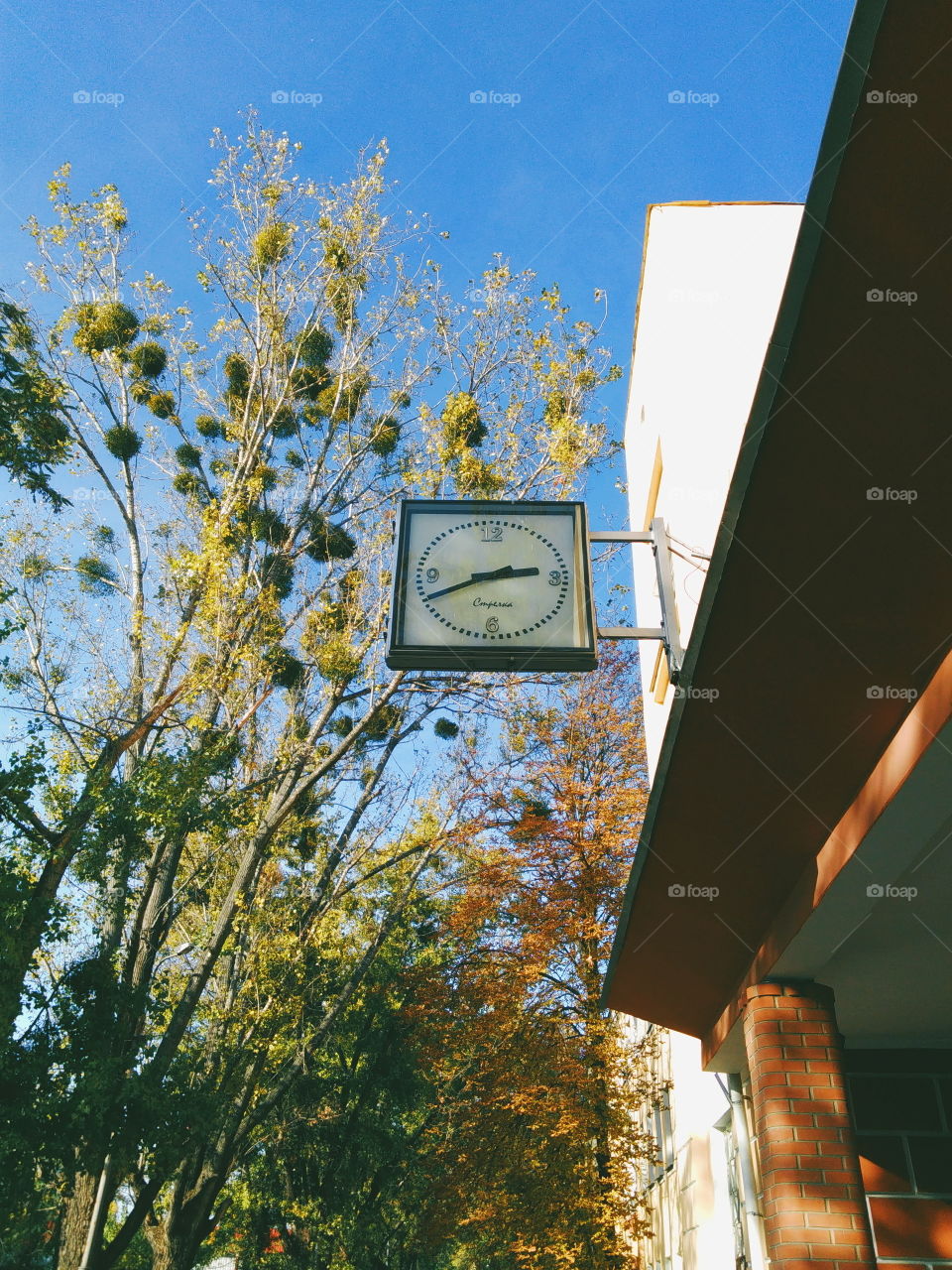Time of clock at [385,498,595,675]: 2:40
